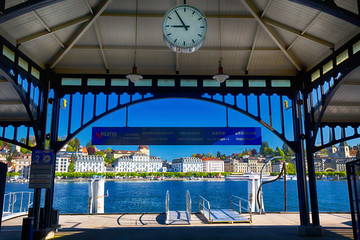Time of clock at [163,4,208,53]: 8:54
